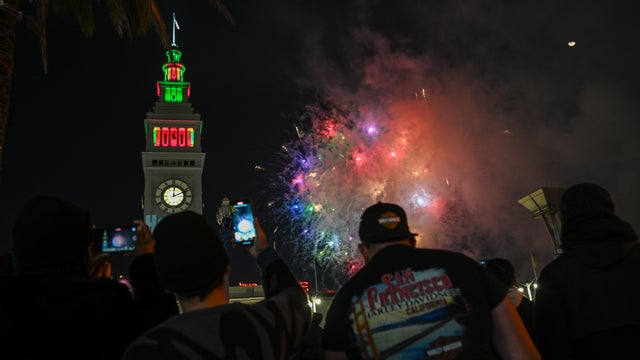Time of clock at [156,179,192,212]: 12:11
